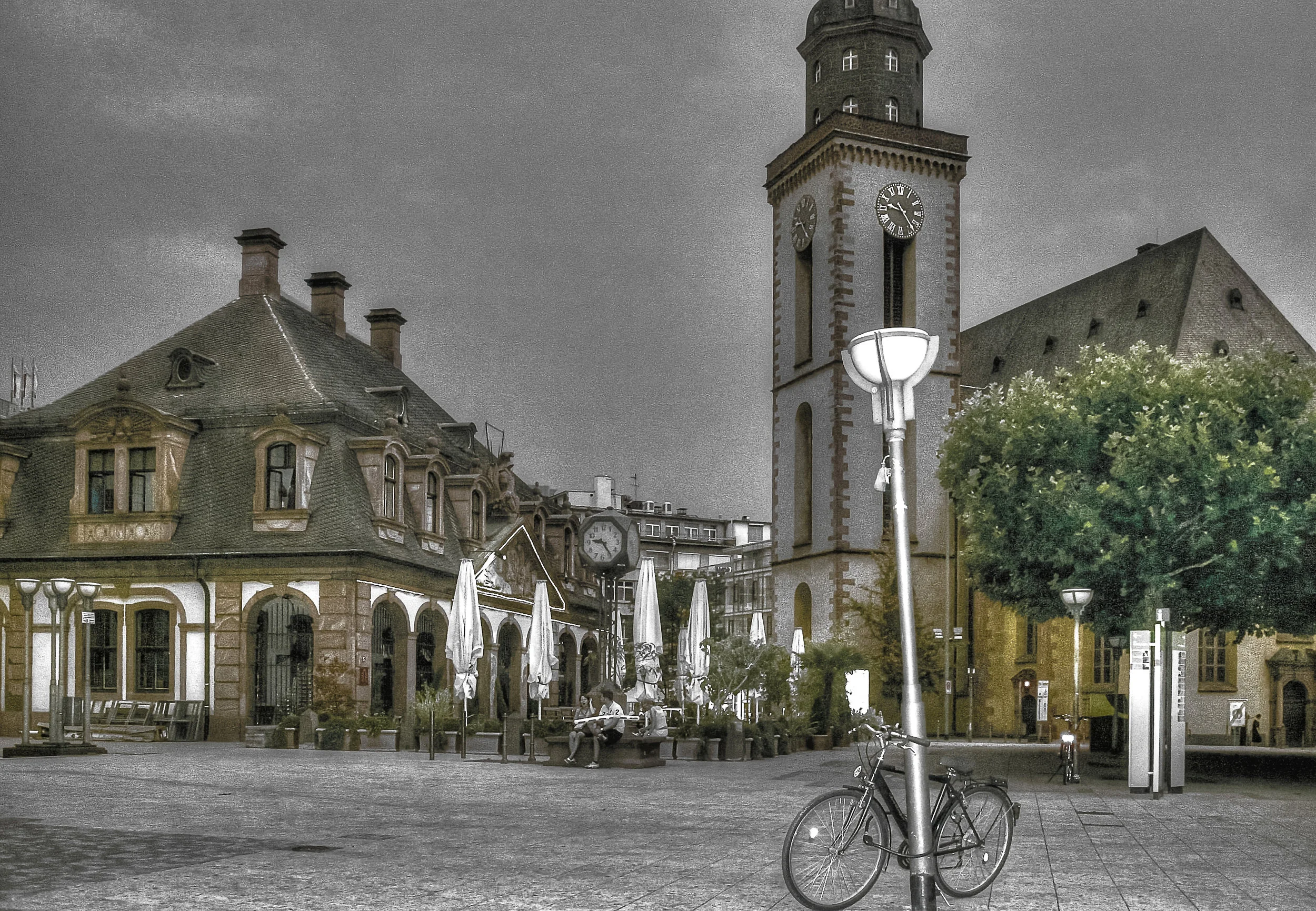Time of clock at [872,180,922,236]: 9:23
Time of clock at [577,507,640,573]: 9:23
